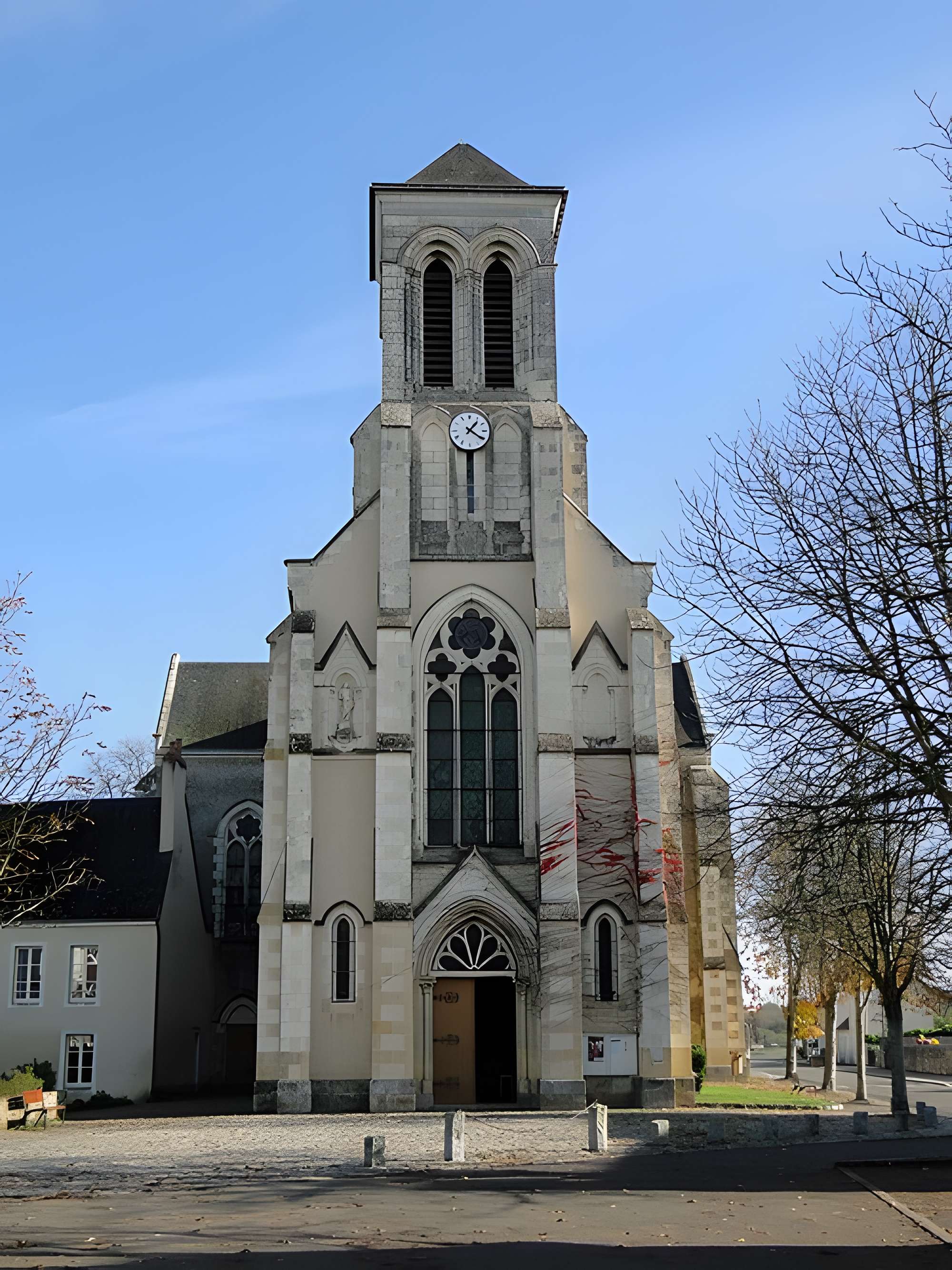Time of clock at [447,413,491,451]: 1:20
